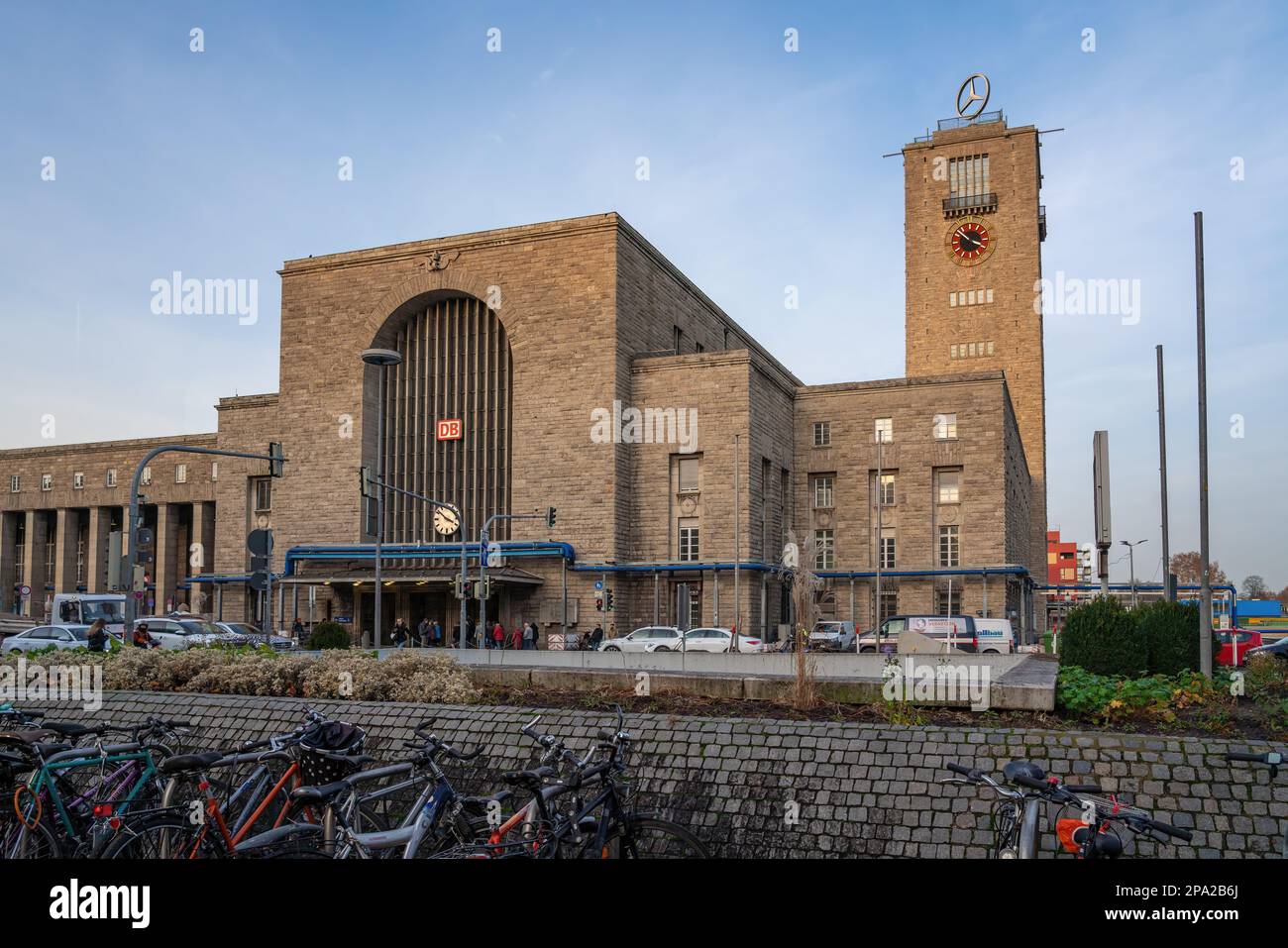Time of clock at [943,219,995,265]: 3:52
